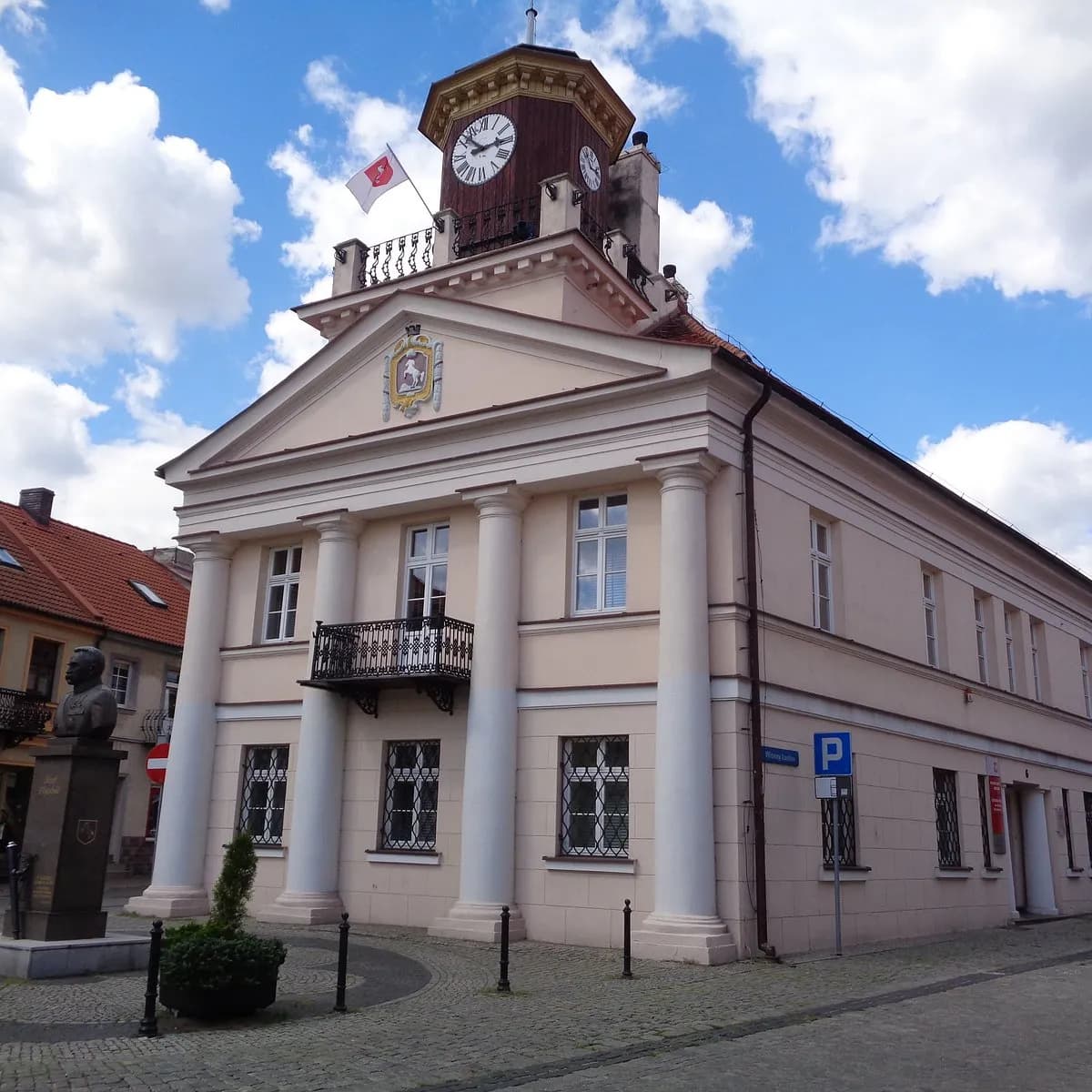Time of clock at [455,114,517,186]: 2:52
